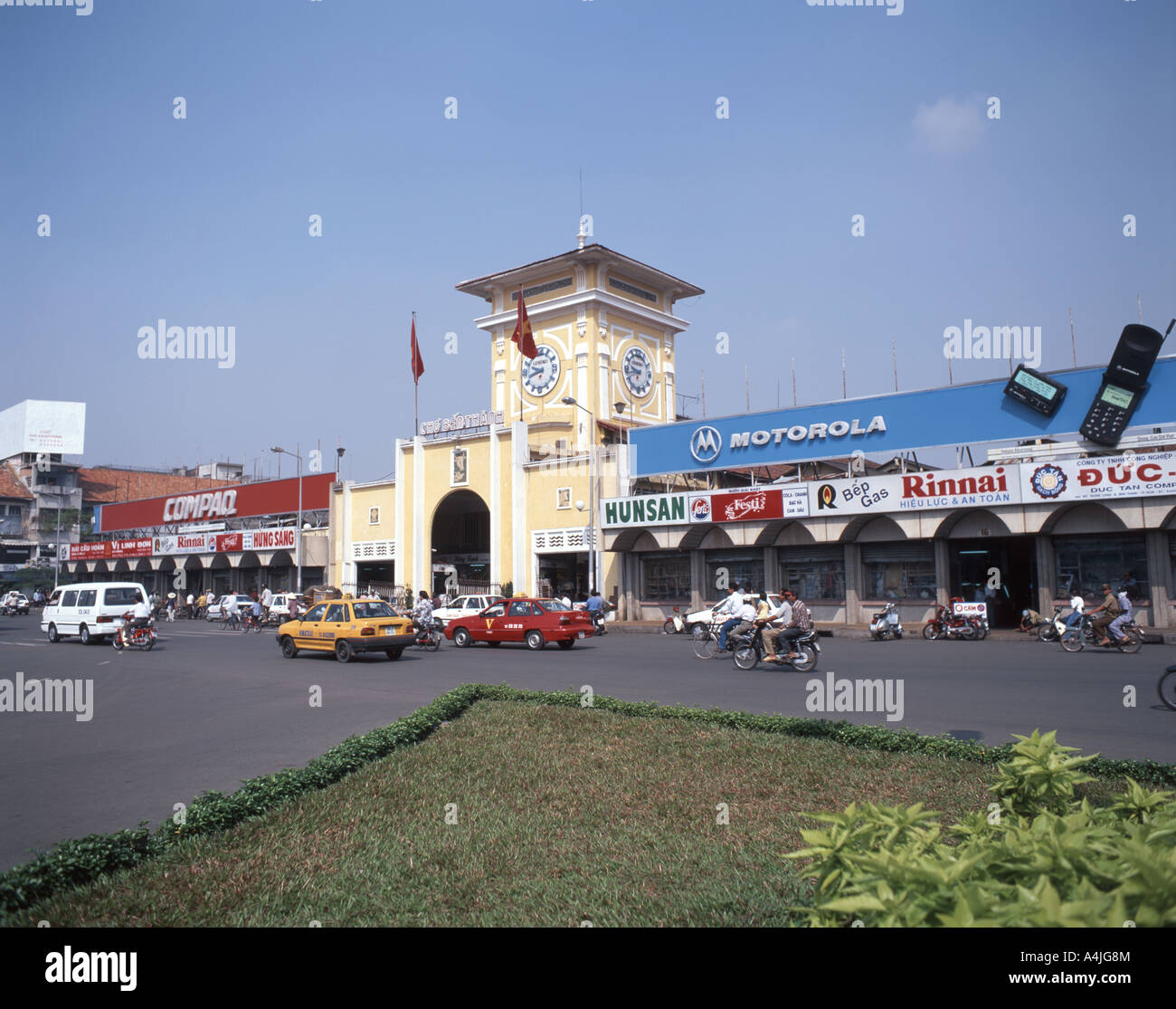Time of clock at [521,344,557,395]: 9:42
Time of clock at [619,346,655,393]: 9:42
